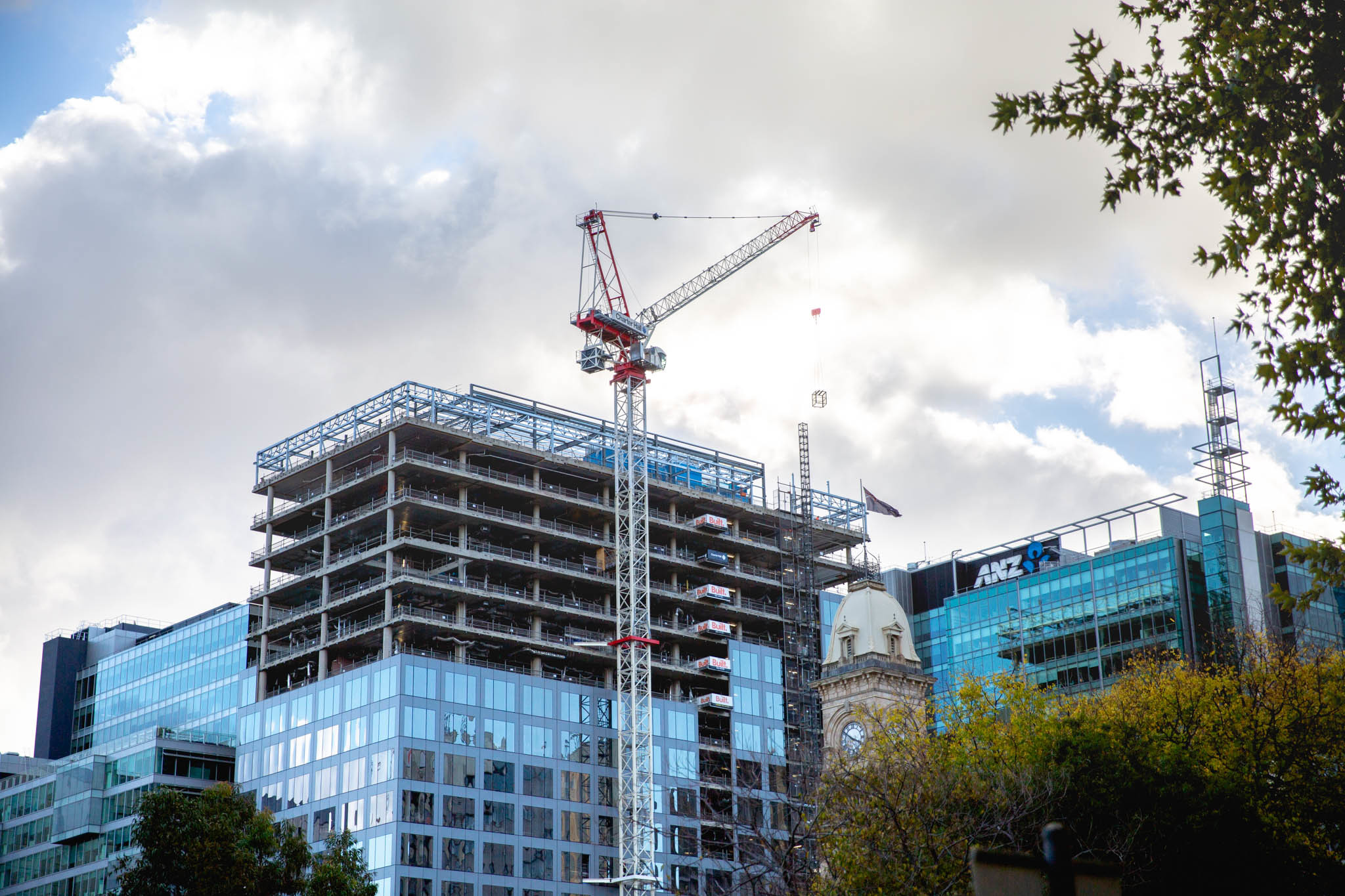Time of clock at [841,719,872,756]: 3:50
